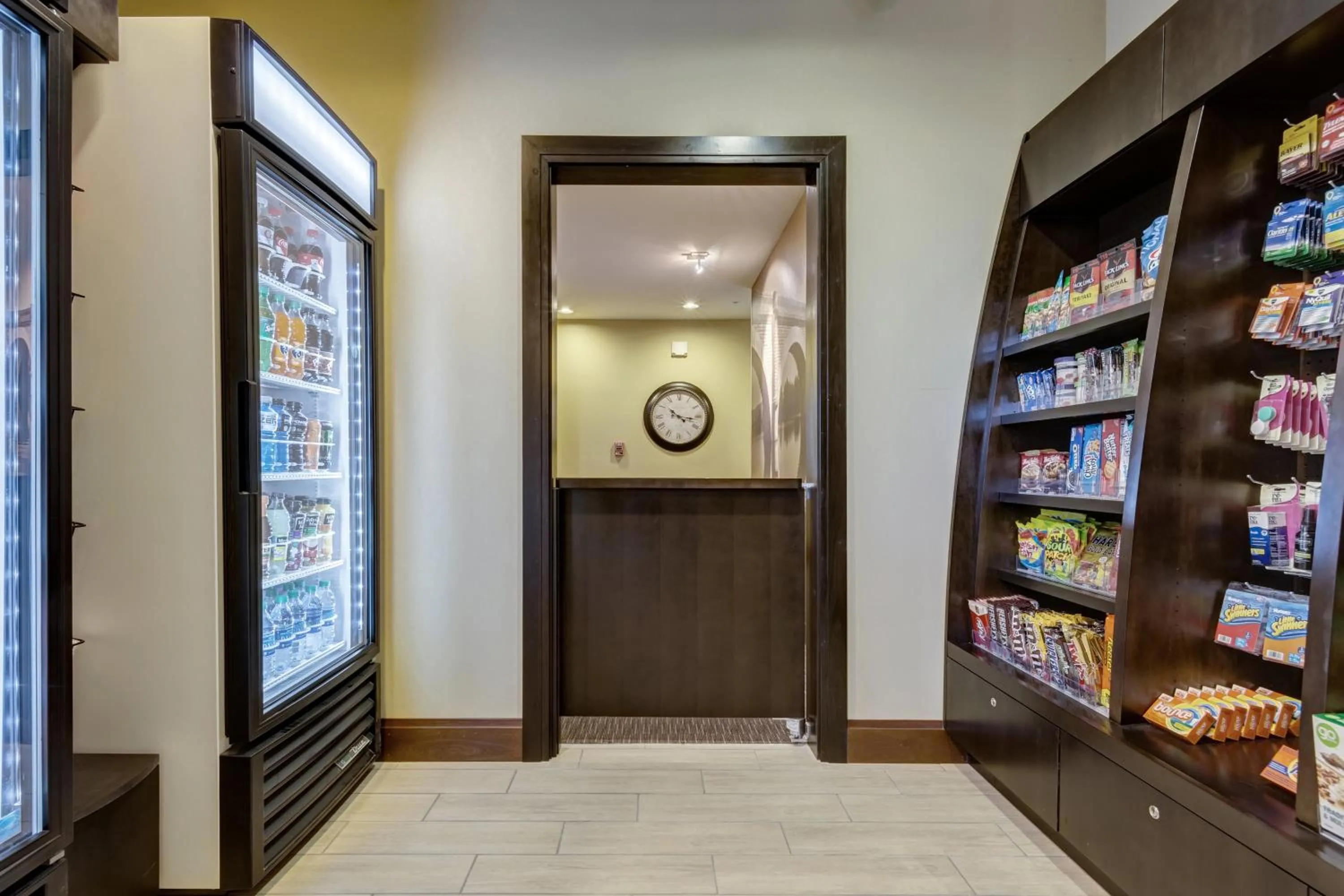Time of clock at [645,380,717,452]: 10:16
